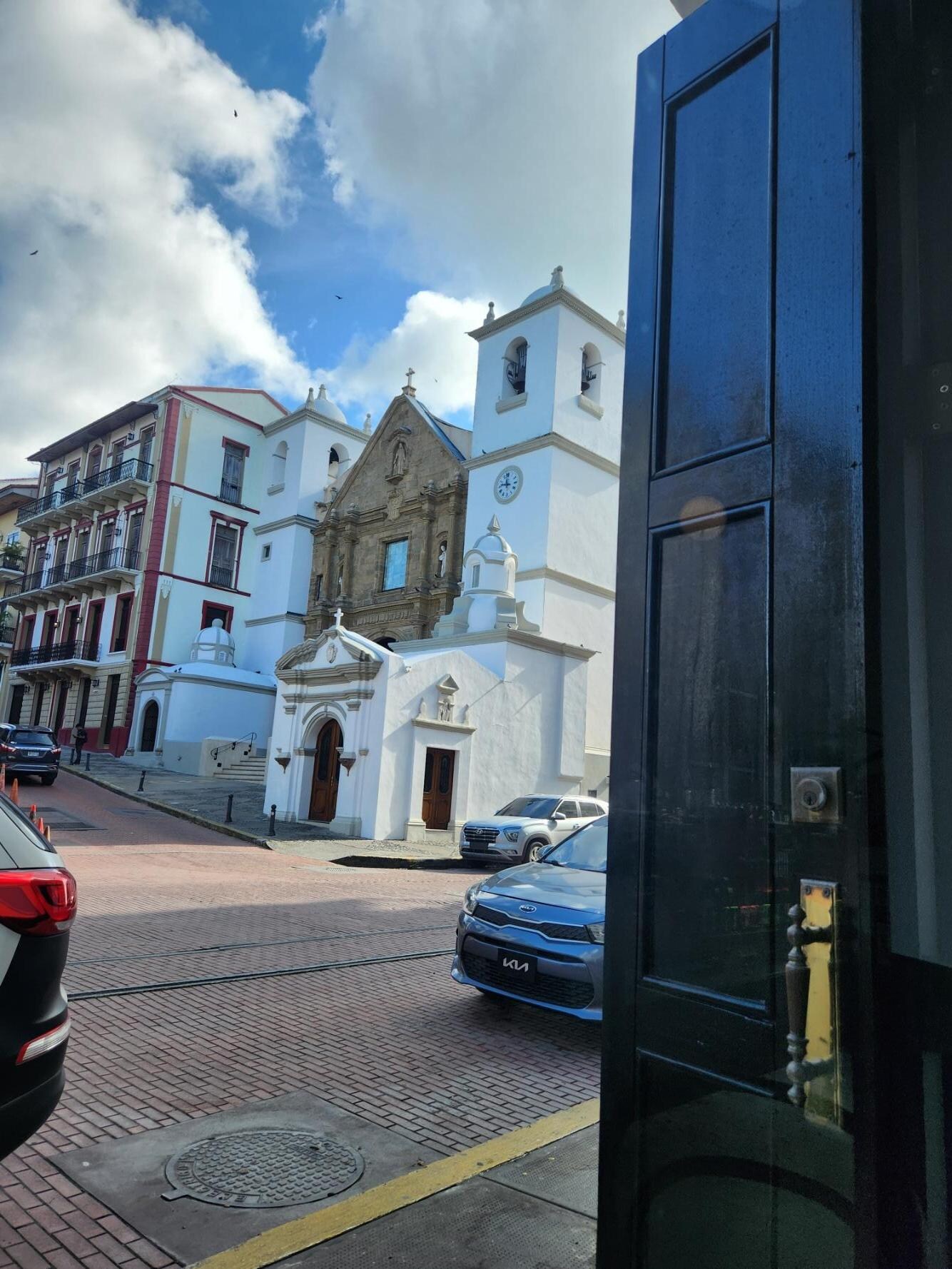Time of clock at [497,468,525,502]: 11:46
